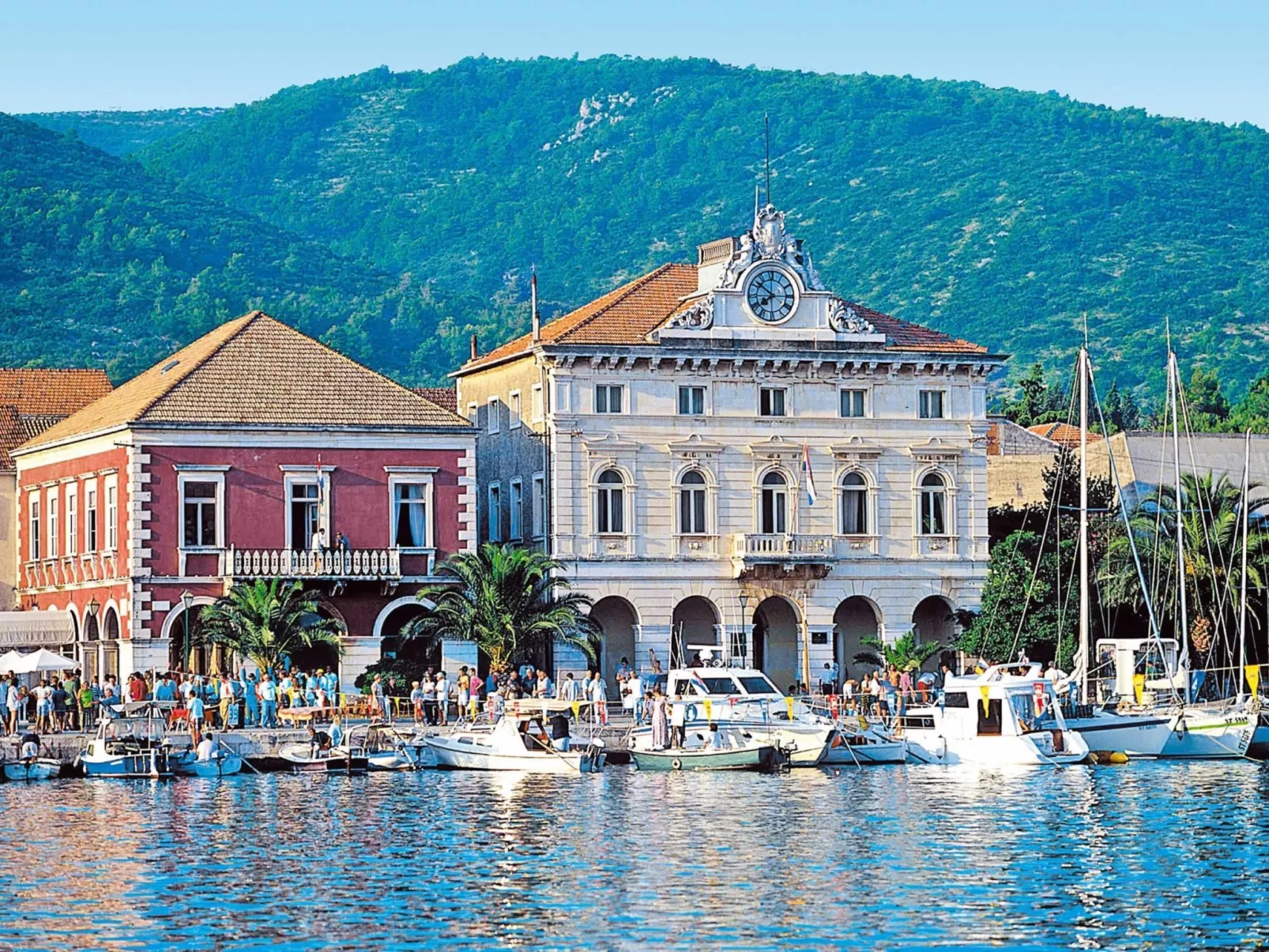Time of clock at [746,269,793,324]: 7:51
